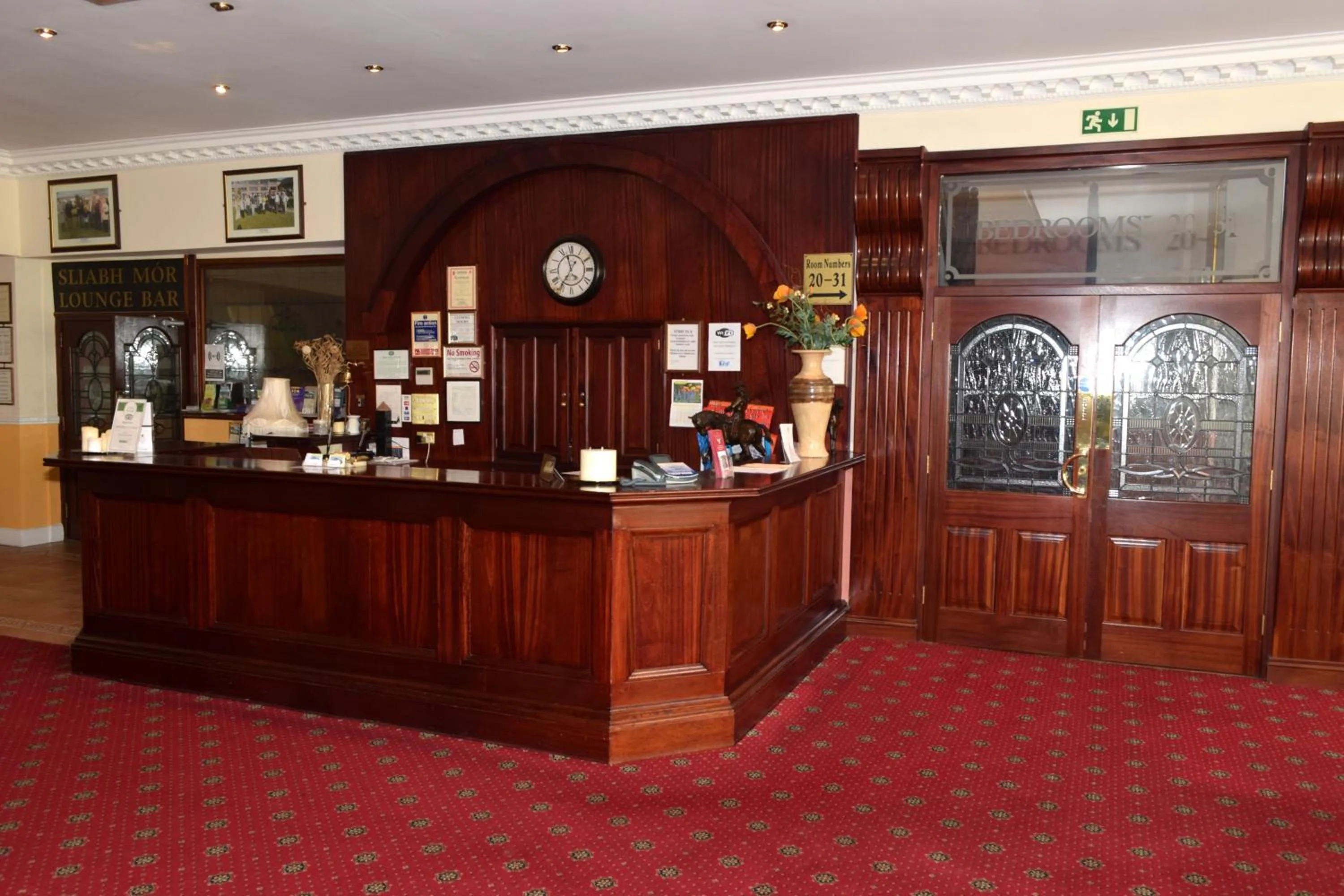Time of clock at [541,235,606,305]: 11:35
